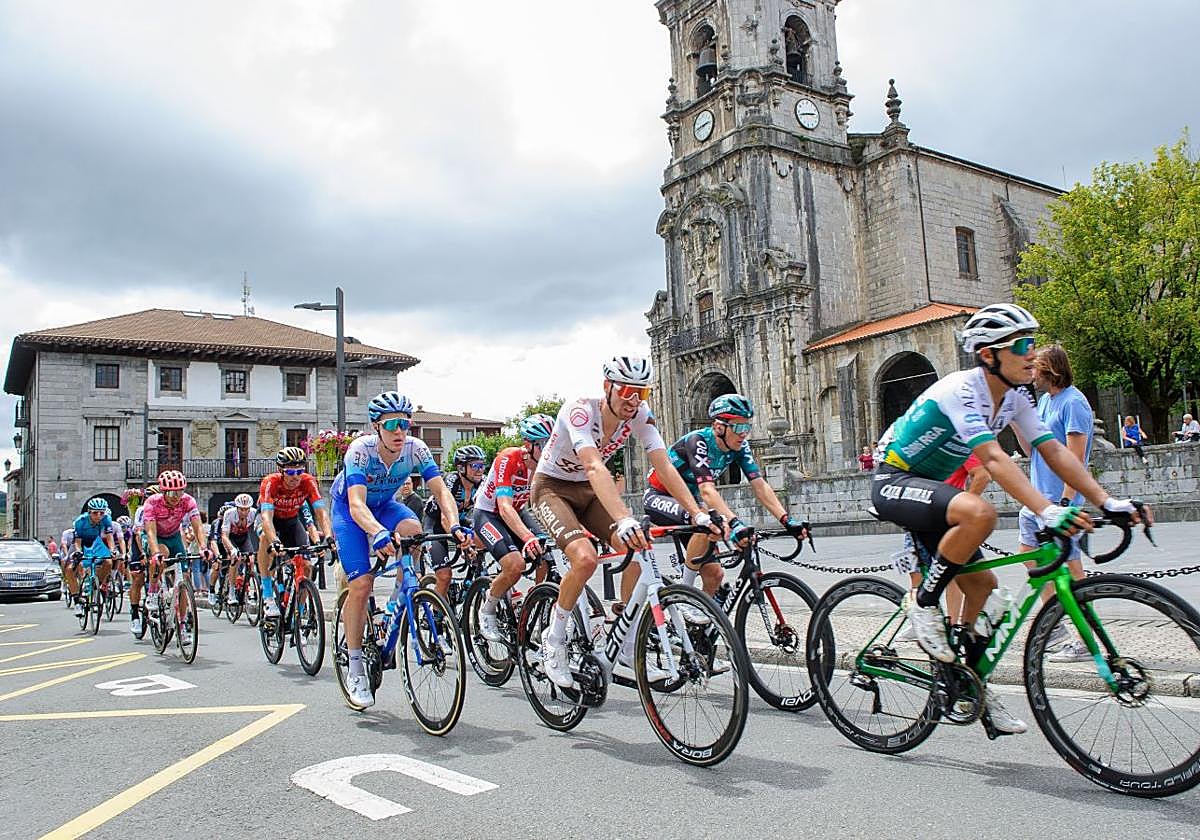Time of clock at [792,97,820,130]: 2:42
